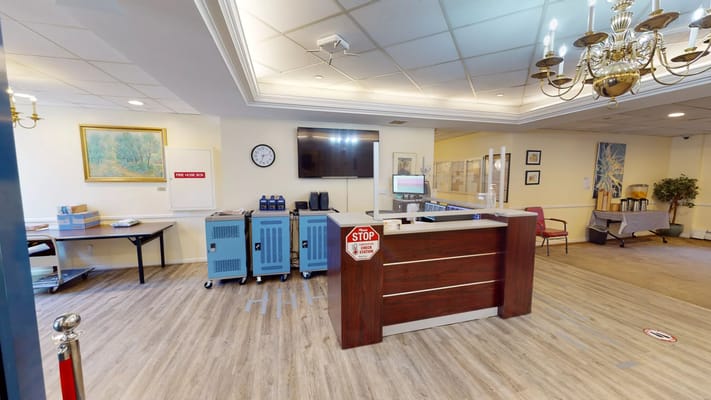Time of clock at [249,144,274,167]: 2:33
